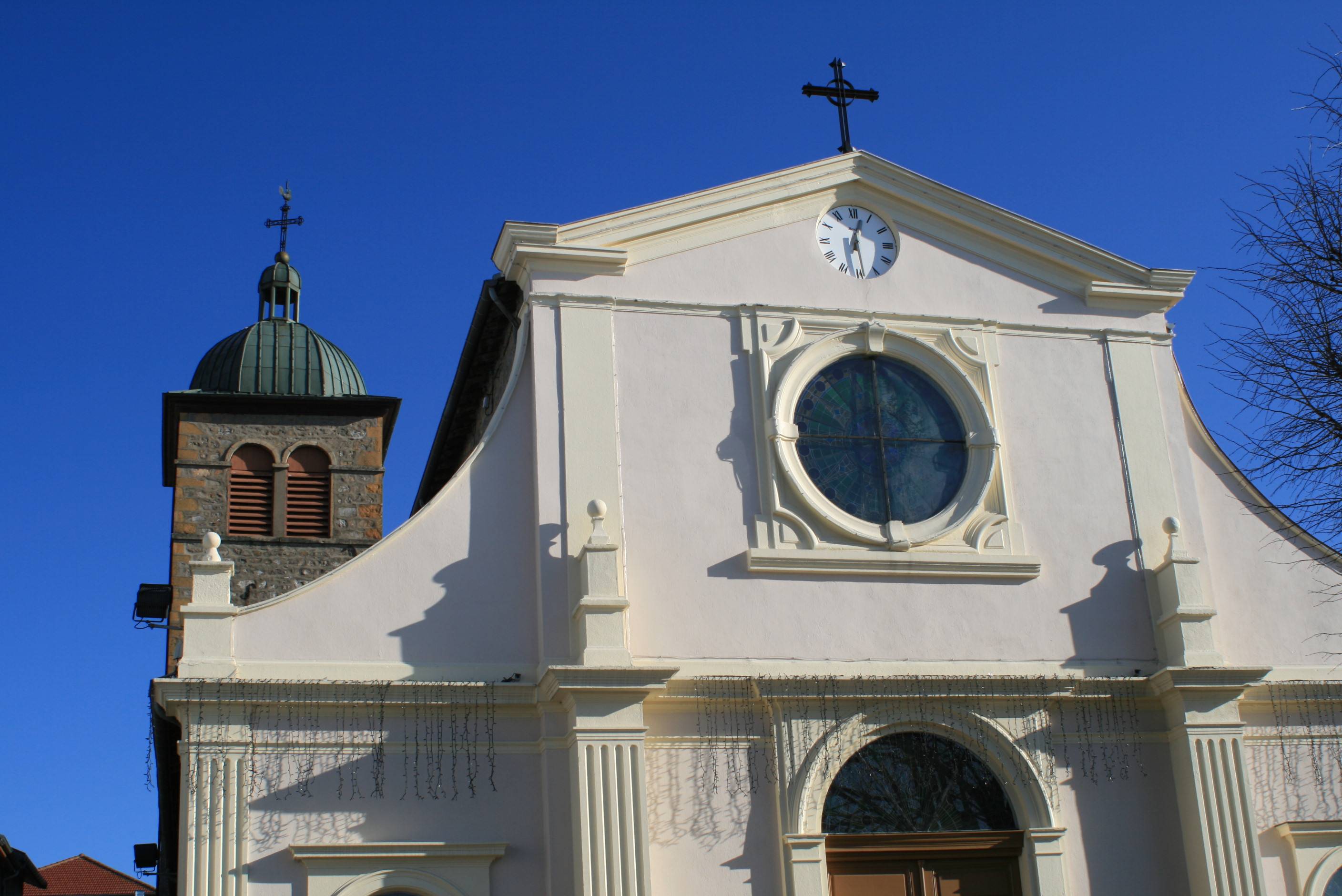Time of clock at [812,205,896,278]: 12:28
